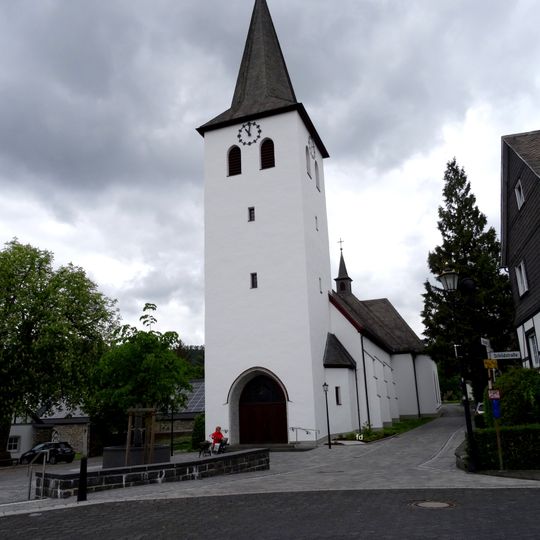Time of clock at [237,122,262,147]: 11:01
